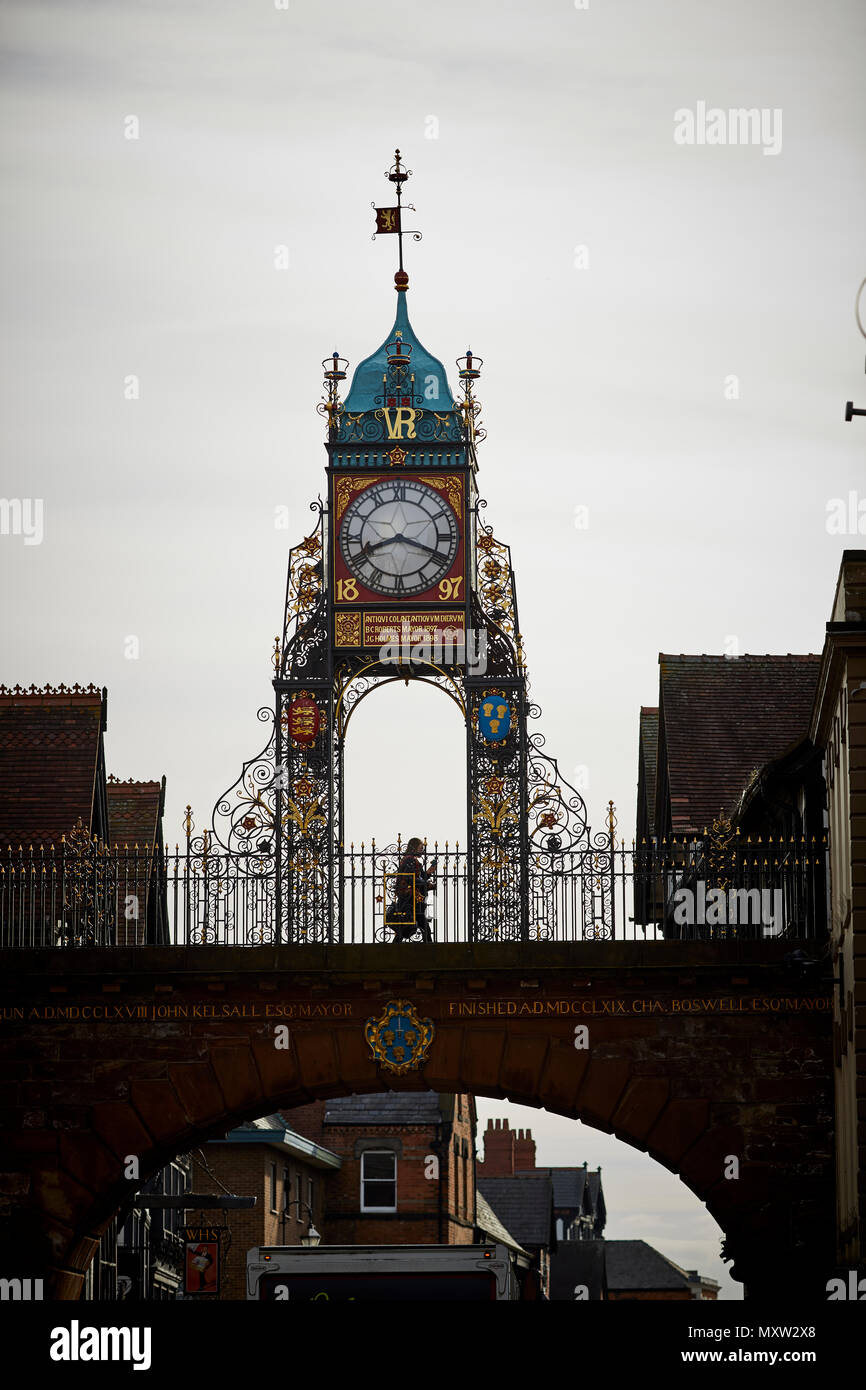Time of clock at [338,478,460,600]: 8:18
